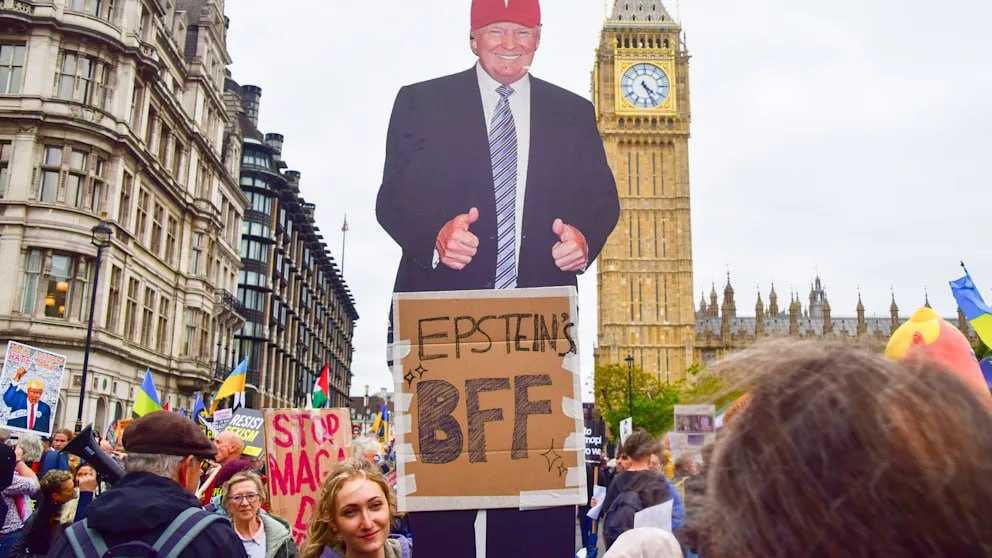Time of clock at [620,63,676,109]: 4:26
